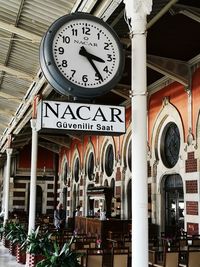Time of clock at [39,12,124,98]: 3:23
